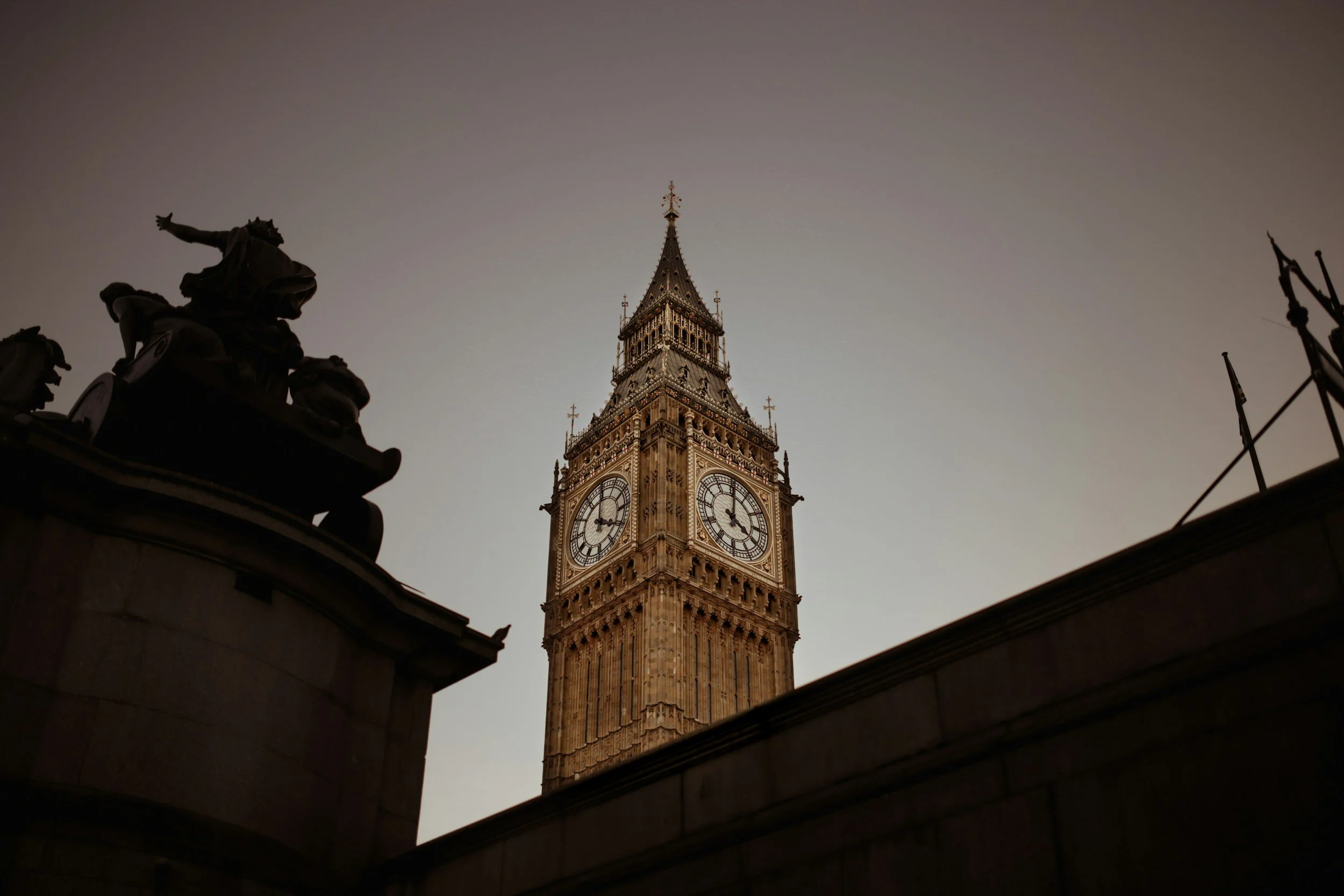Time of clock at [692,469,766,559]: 4:00
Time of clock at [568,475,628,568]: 4:00
